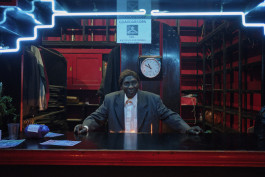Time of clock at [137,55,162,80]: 10:48
